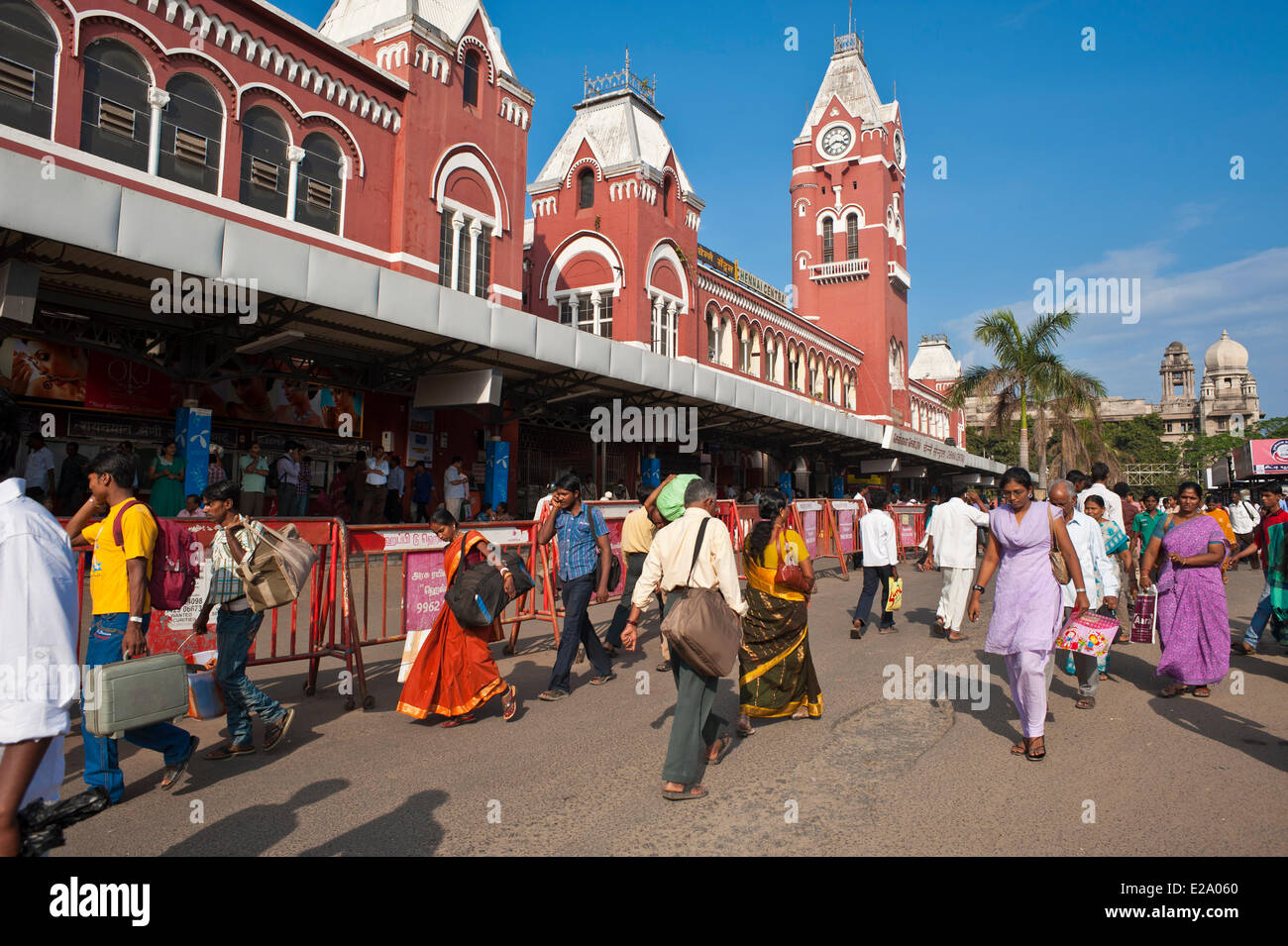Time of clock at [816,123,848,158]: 3:40
